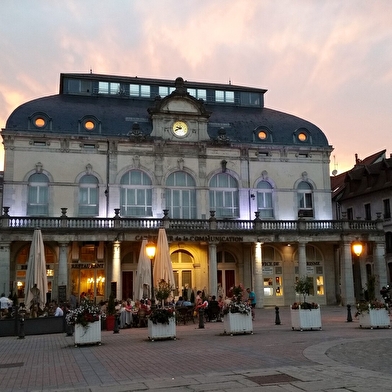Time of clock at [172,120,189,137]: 9:40
